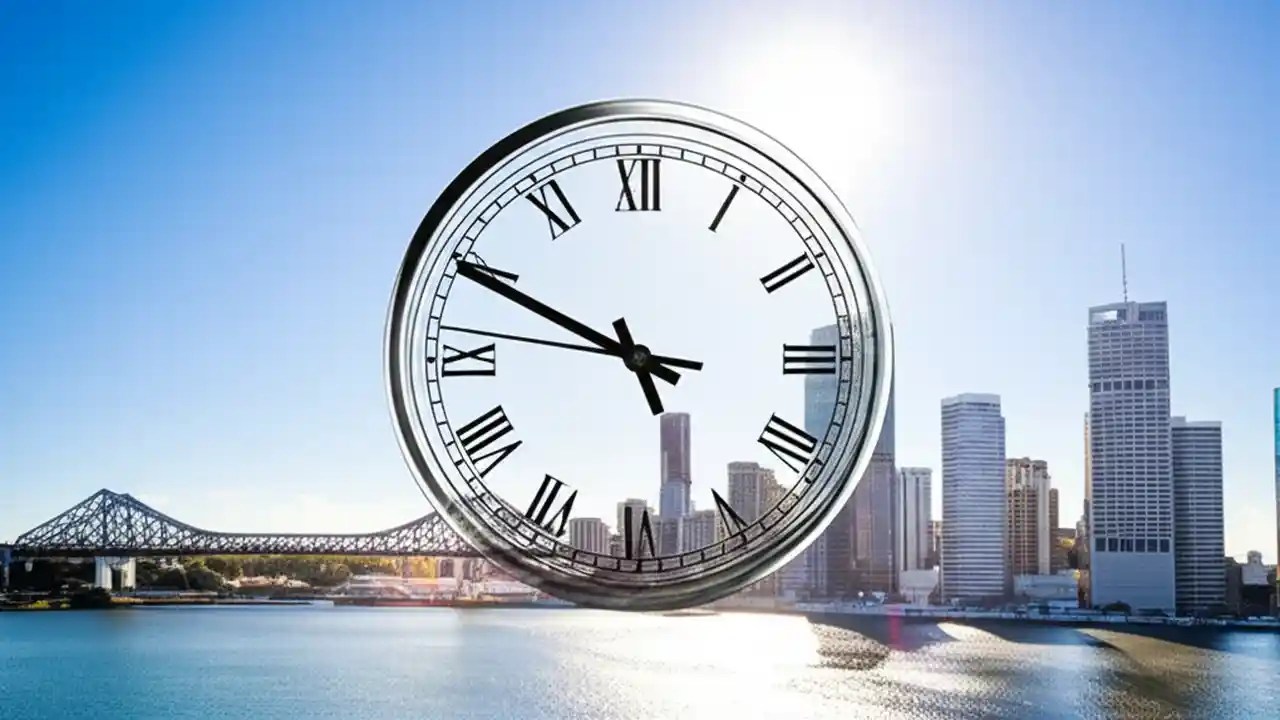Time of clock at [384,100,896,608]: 4:49
